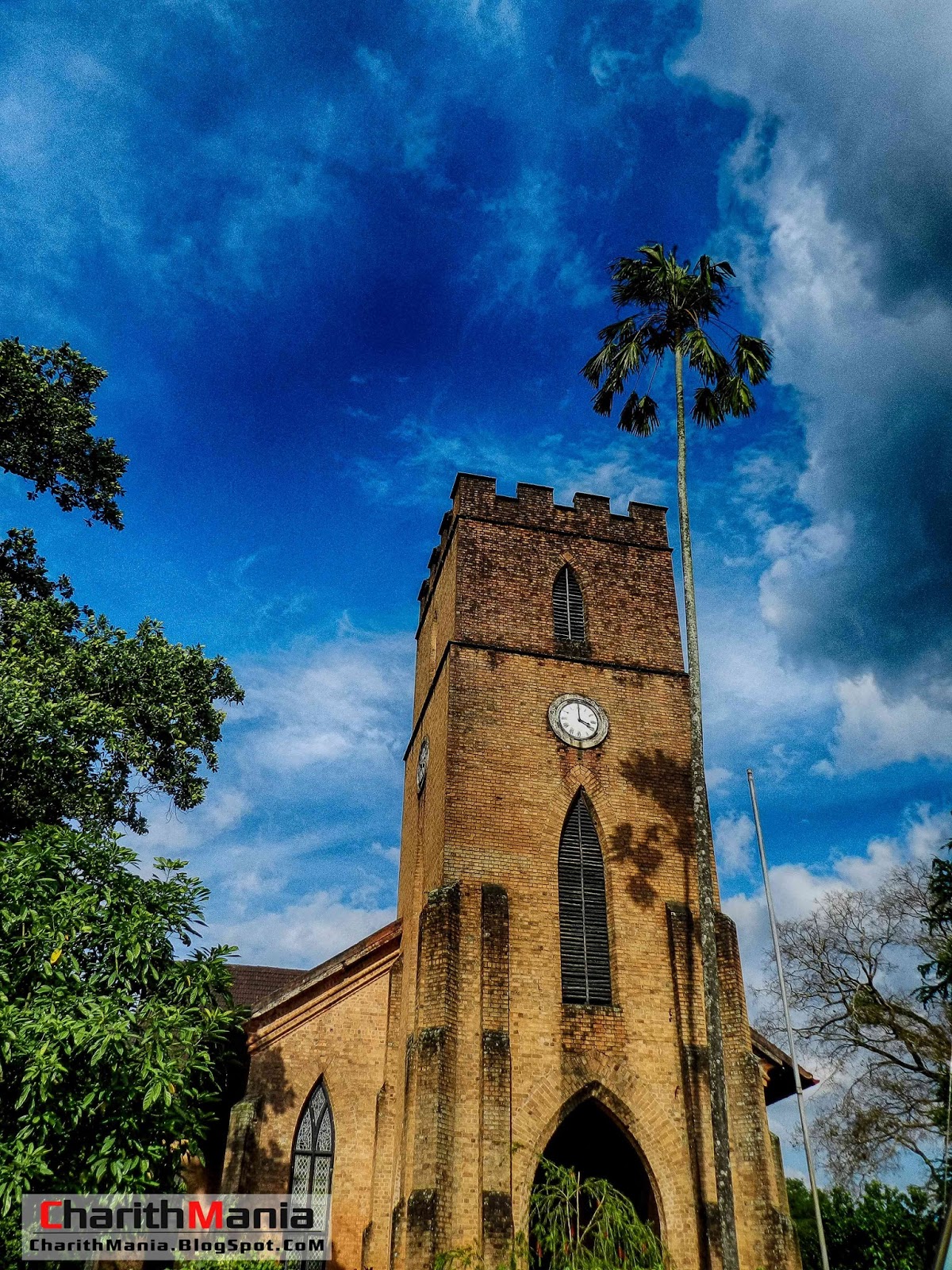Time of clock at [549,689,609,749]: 4:00
